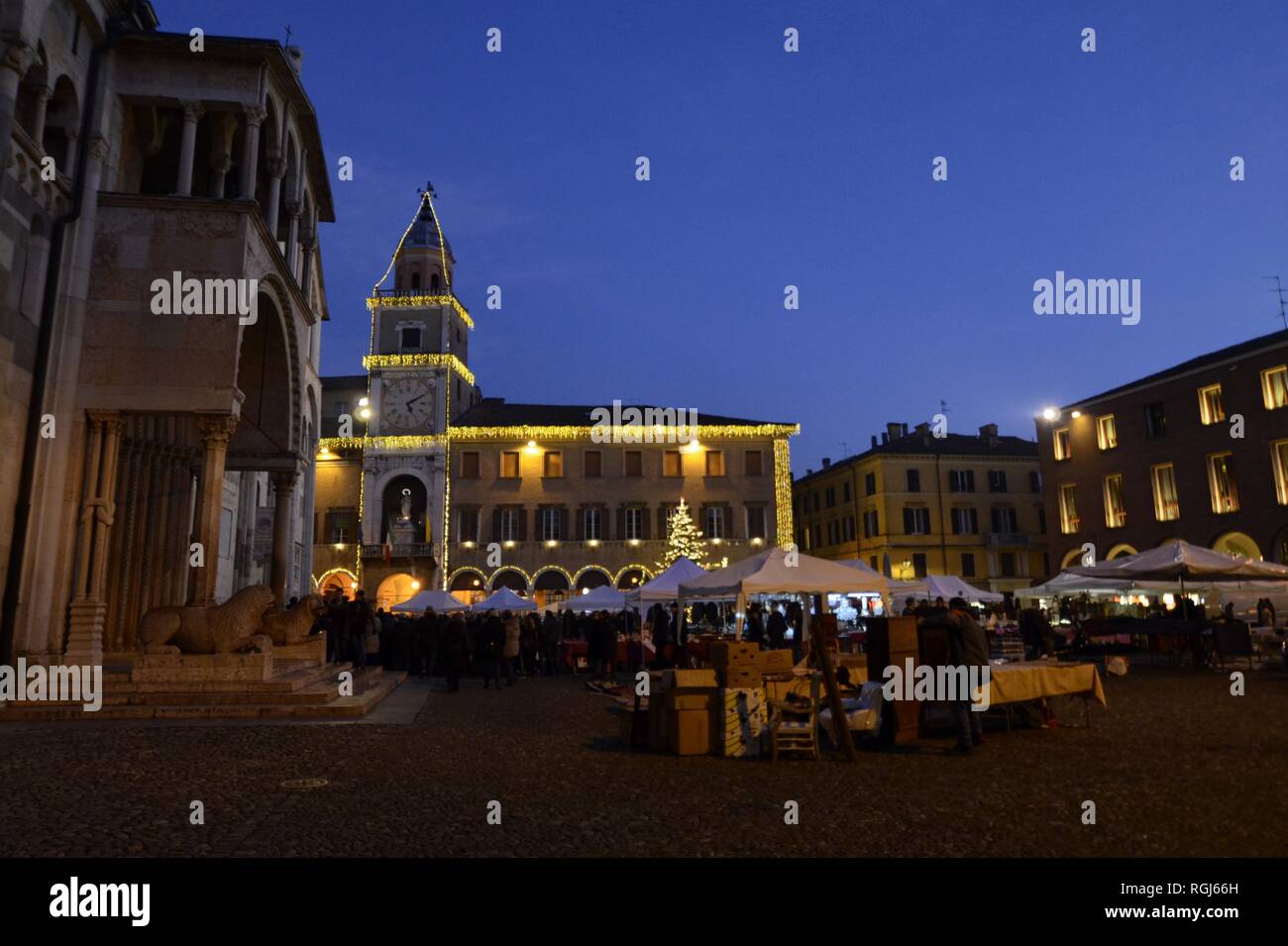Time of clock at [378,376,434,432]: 5:09
